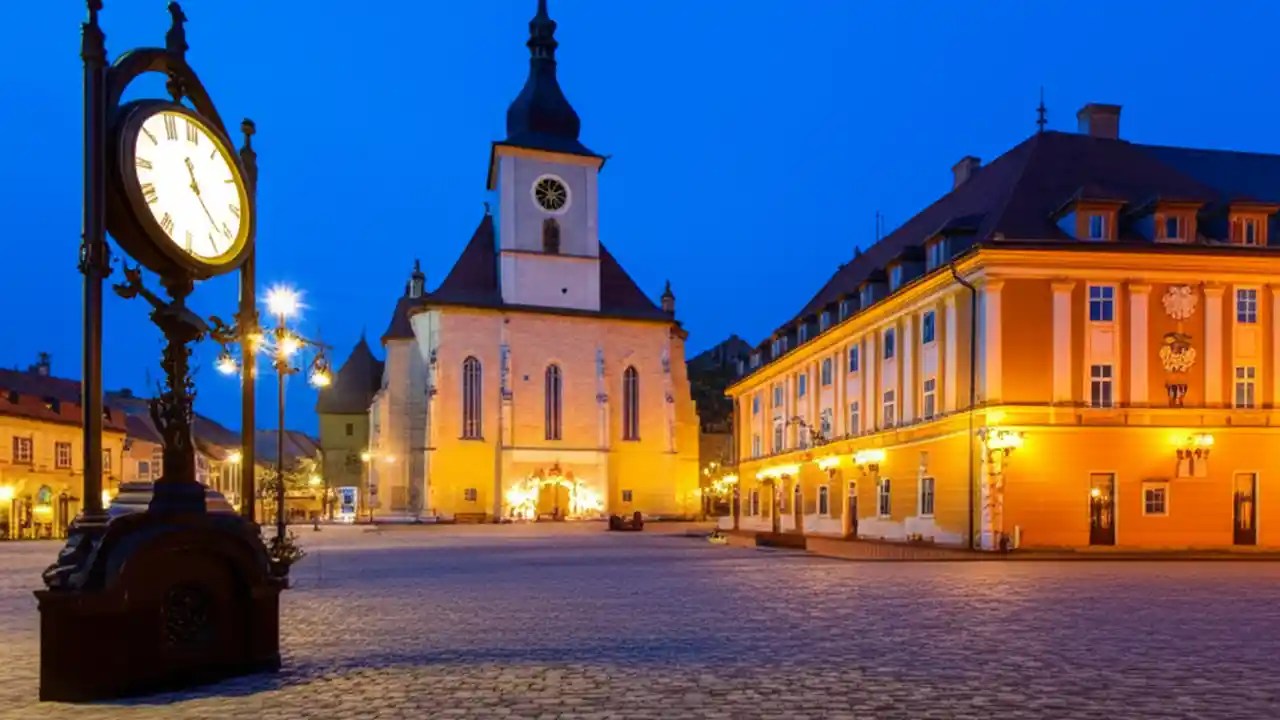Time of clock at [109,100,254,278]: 11:22
